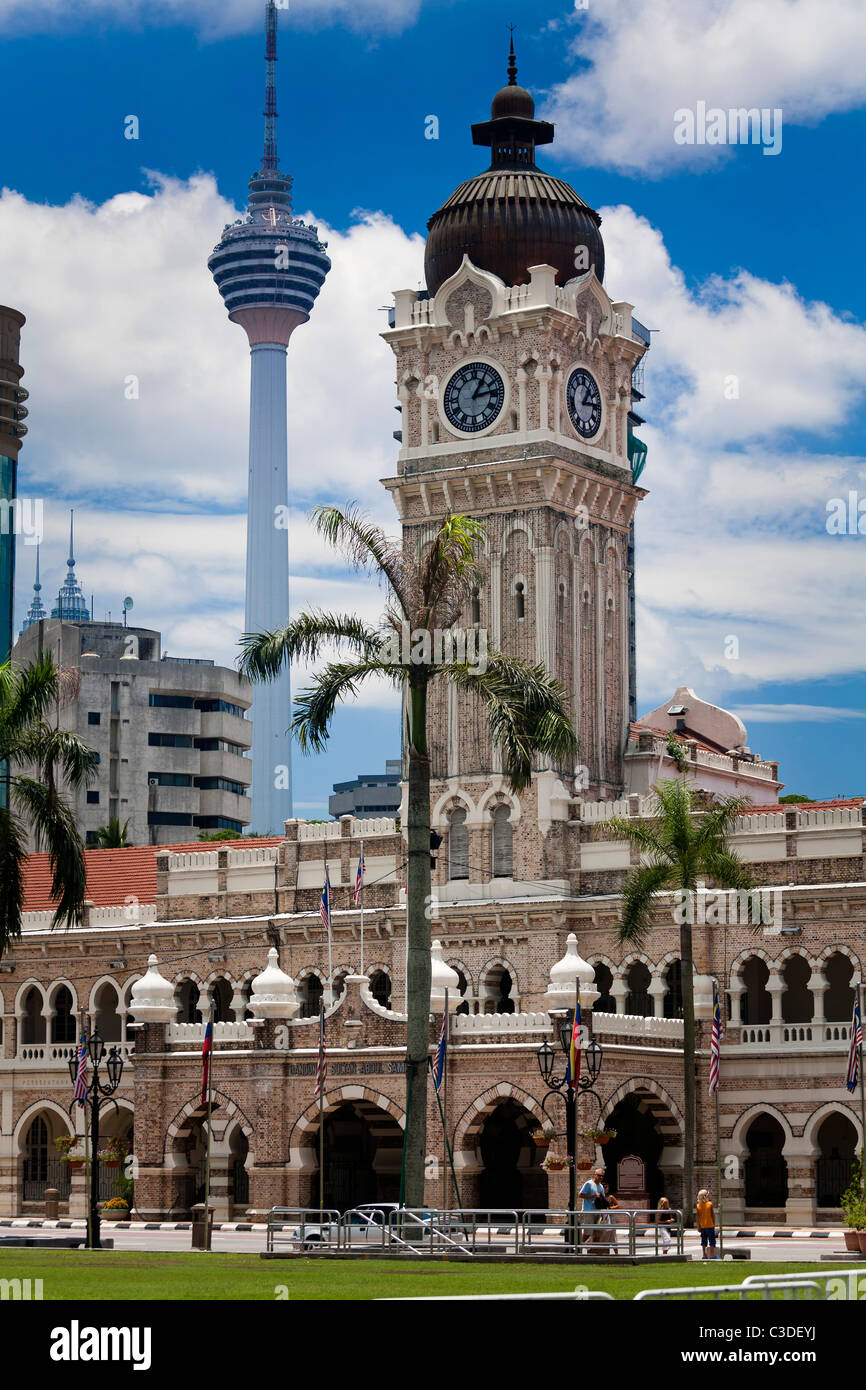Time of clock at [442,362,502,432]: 1:13
